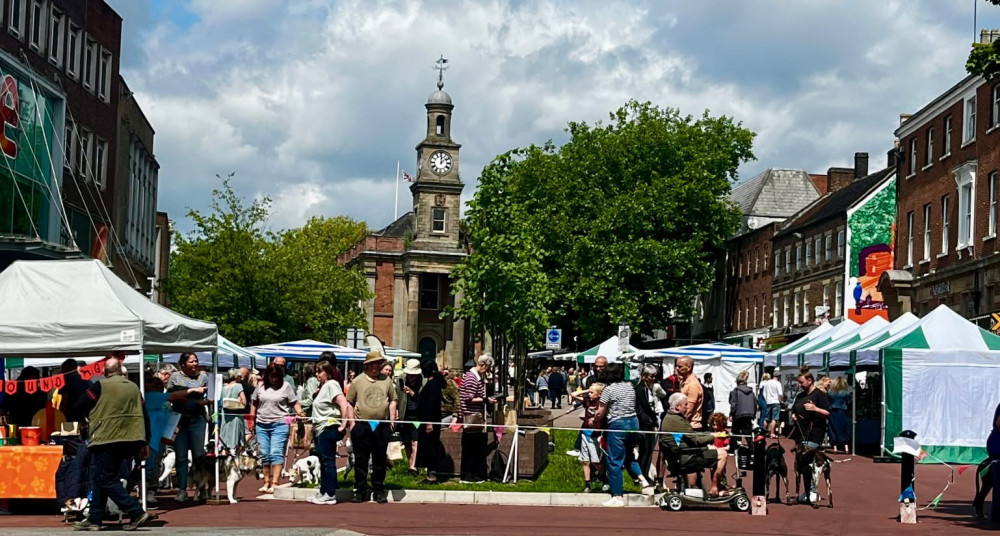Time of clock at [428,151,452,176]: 2:00
